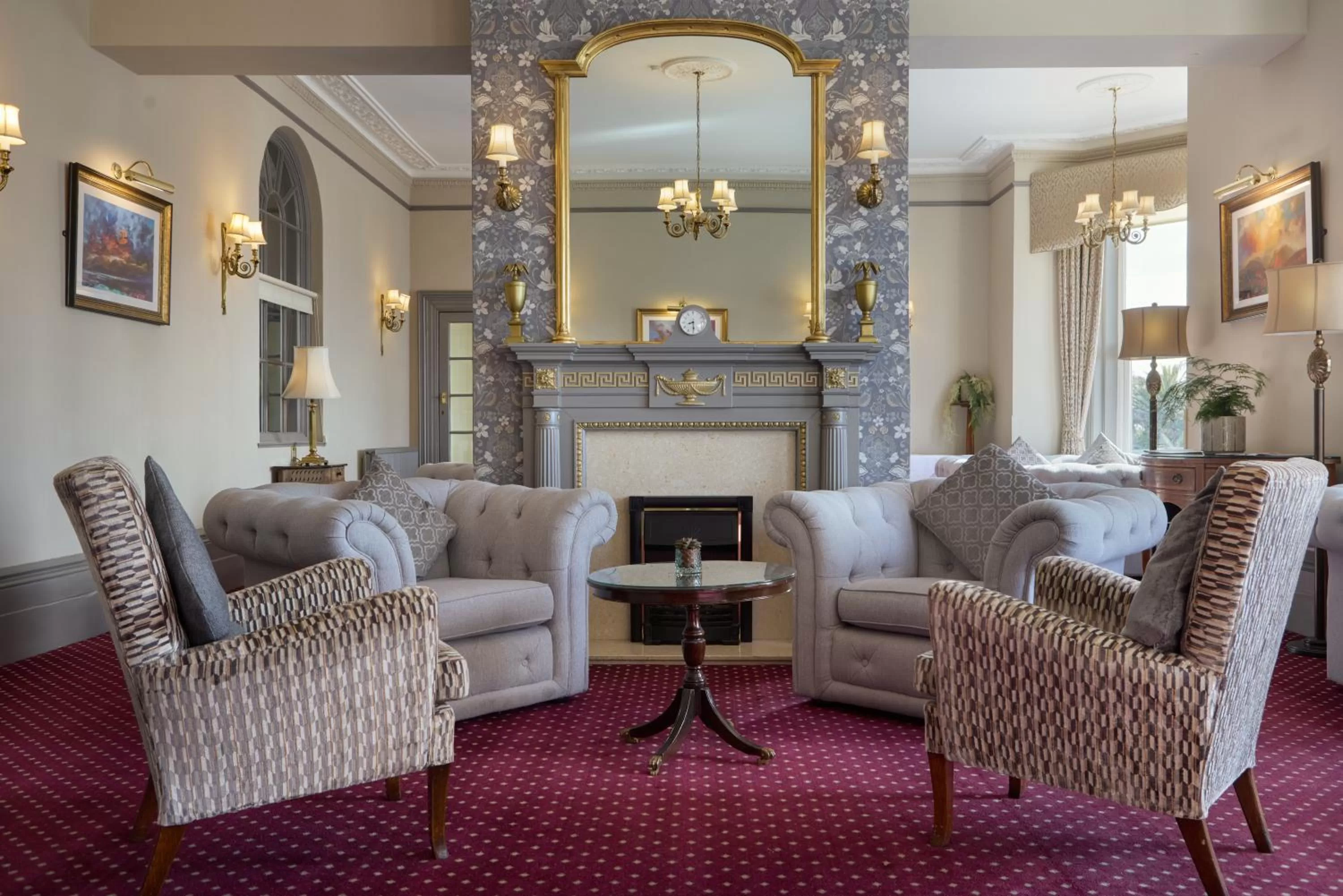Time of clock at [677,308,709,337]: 8:29
